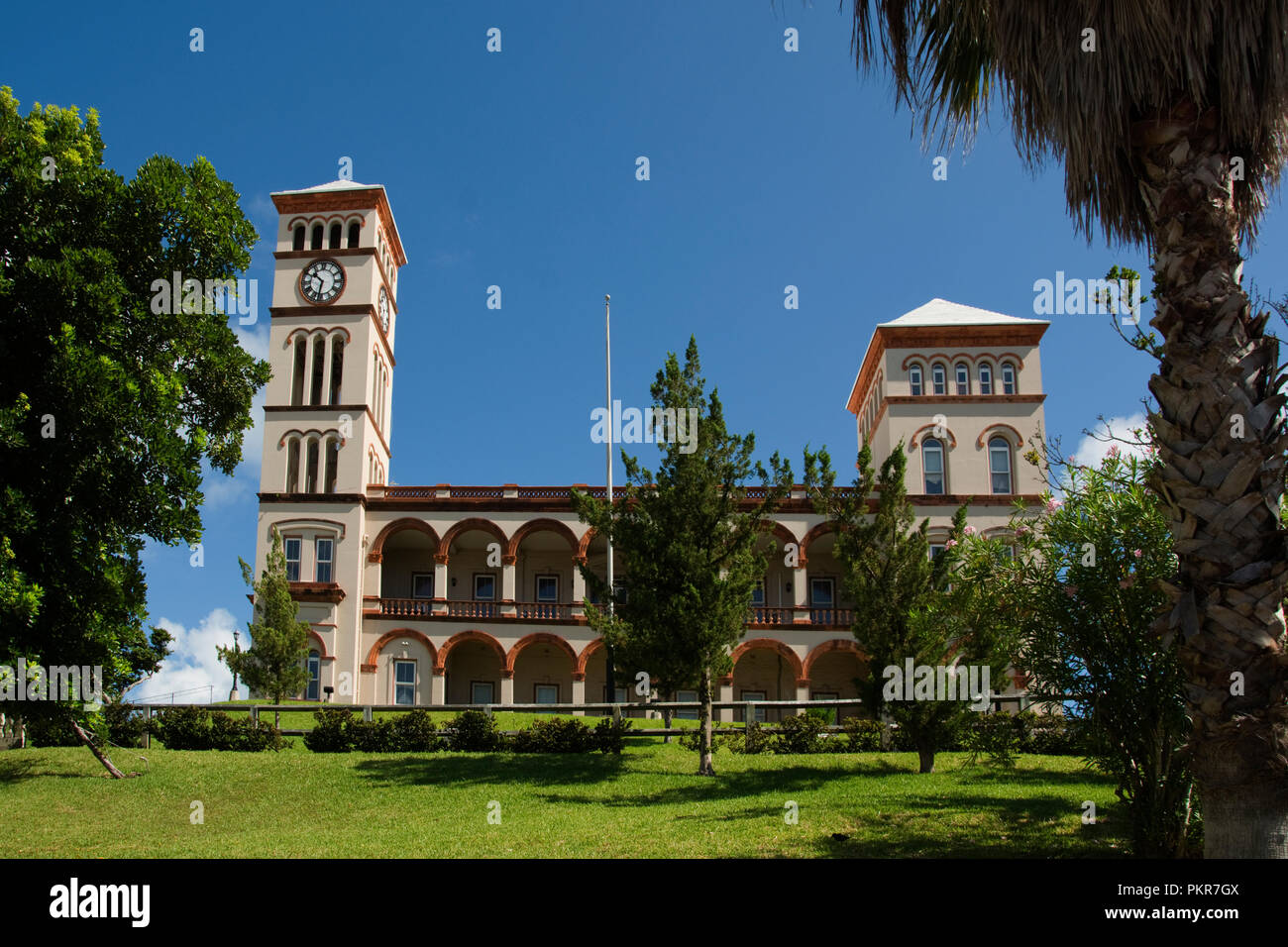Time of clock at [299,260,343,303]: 10:32
